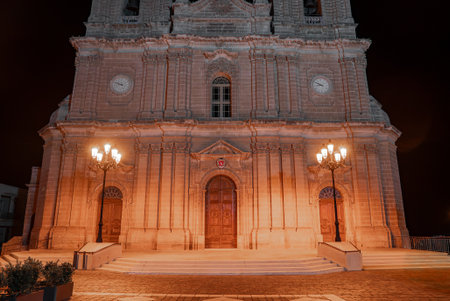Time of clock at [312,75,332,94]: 8:49
